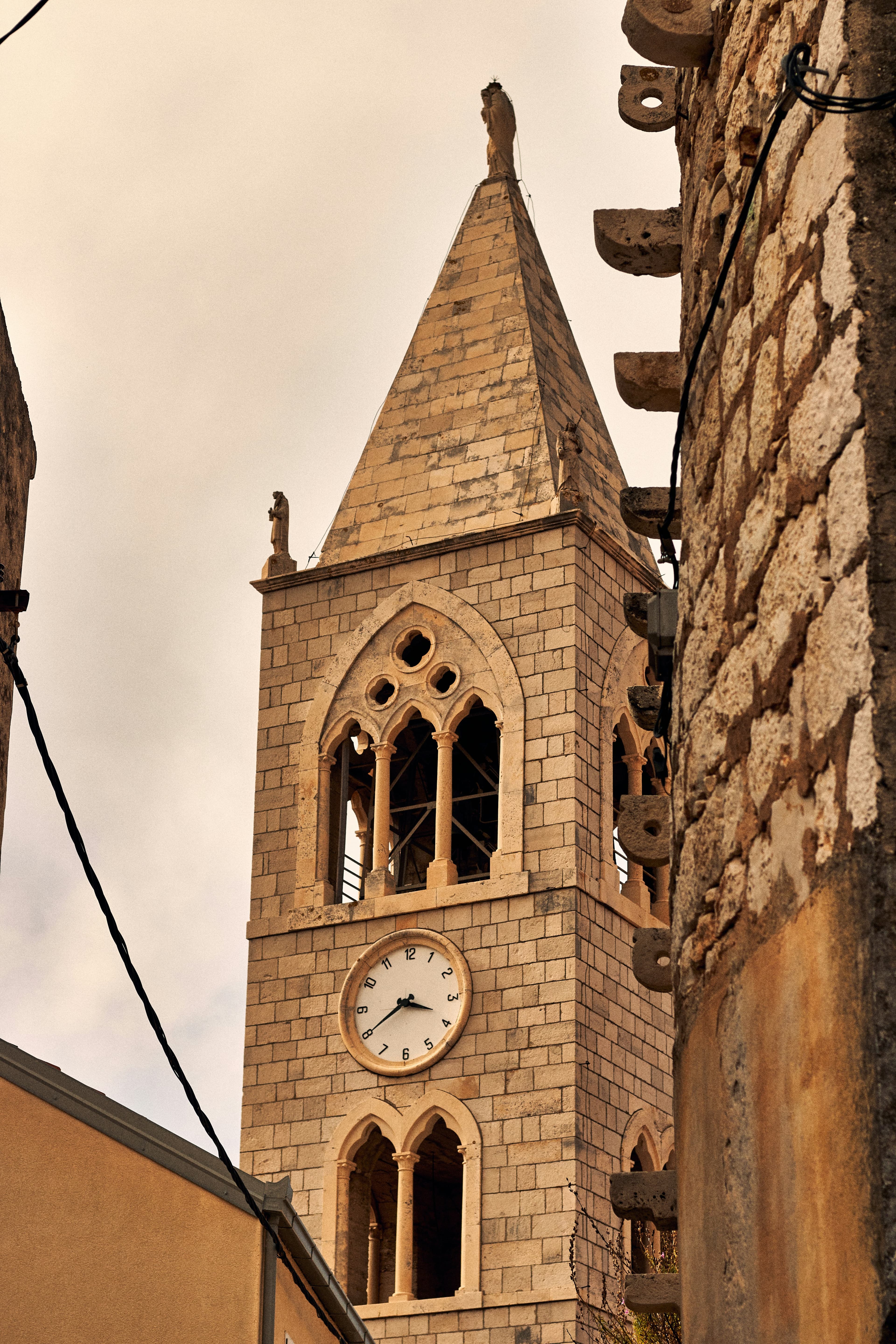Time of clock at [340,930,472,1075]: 3:39
